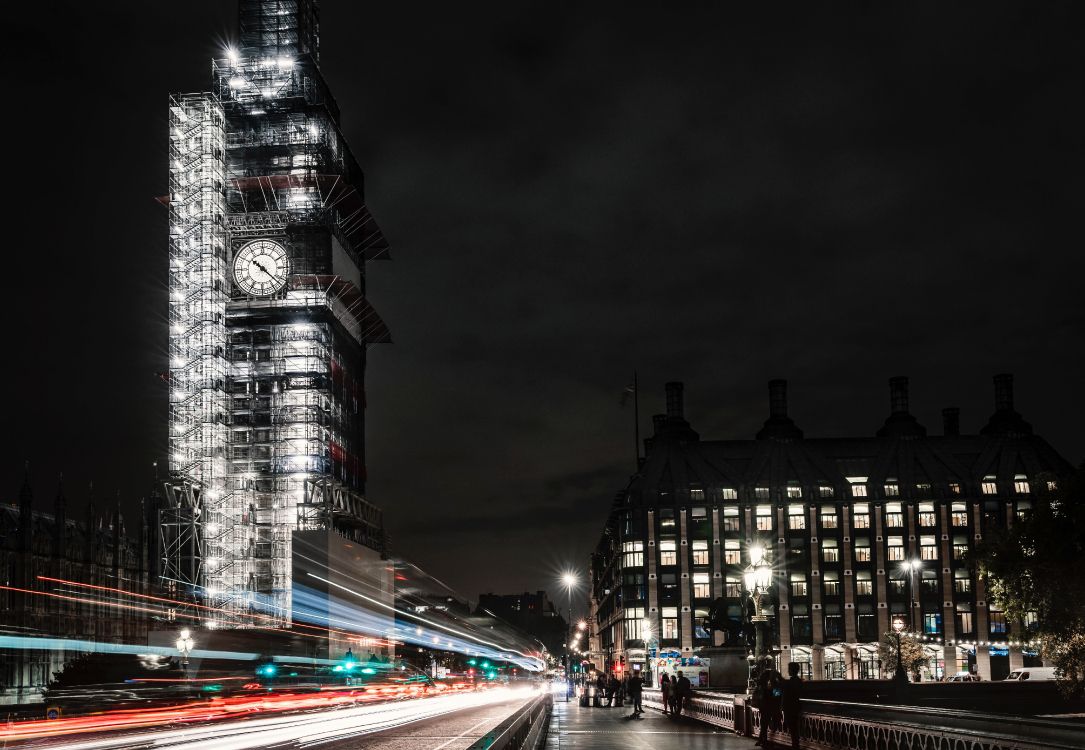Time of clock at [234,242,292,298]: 10:22
